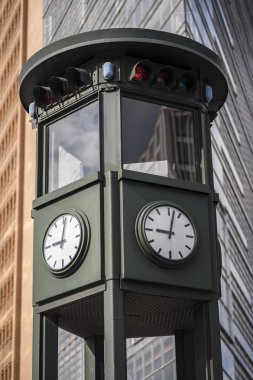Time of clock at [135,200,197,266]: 9:02
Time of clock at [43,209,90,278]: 9:01
